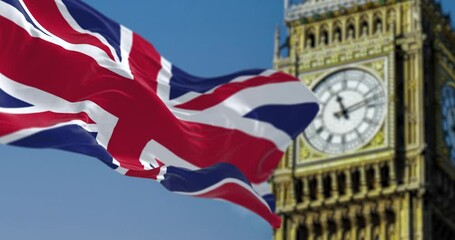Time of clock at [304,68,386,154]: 11:12
